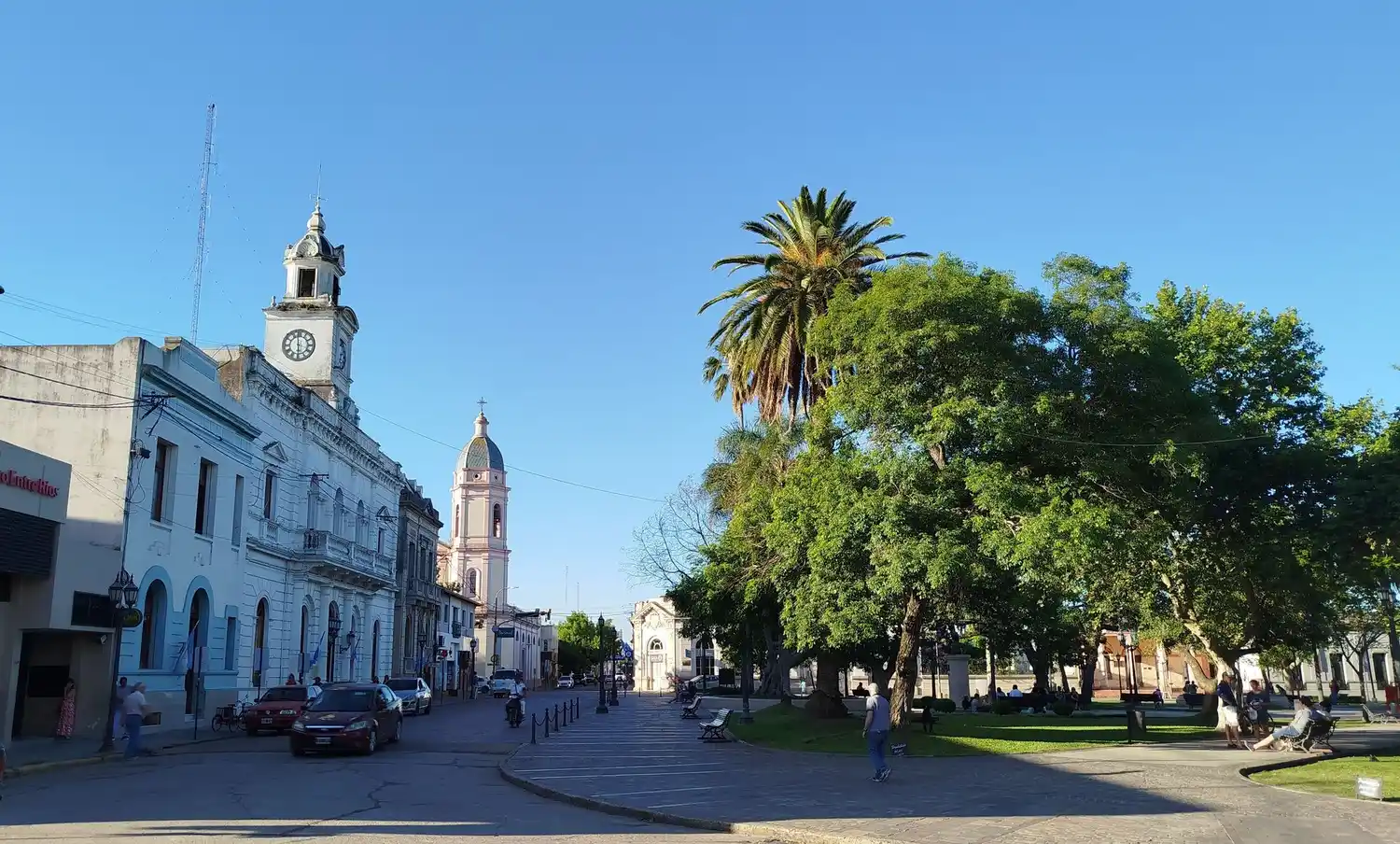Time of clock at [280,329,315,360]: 5:59
